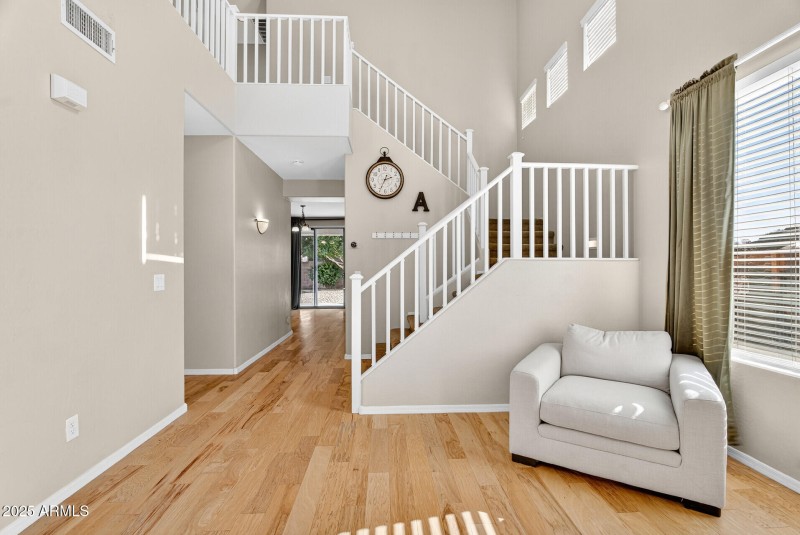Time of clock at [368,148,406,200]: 2:34
